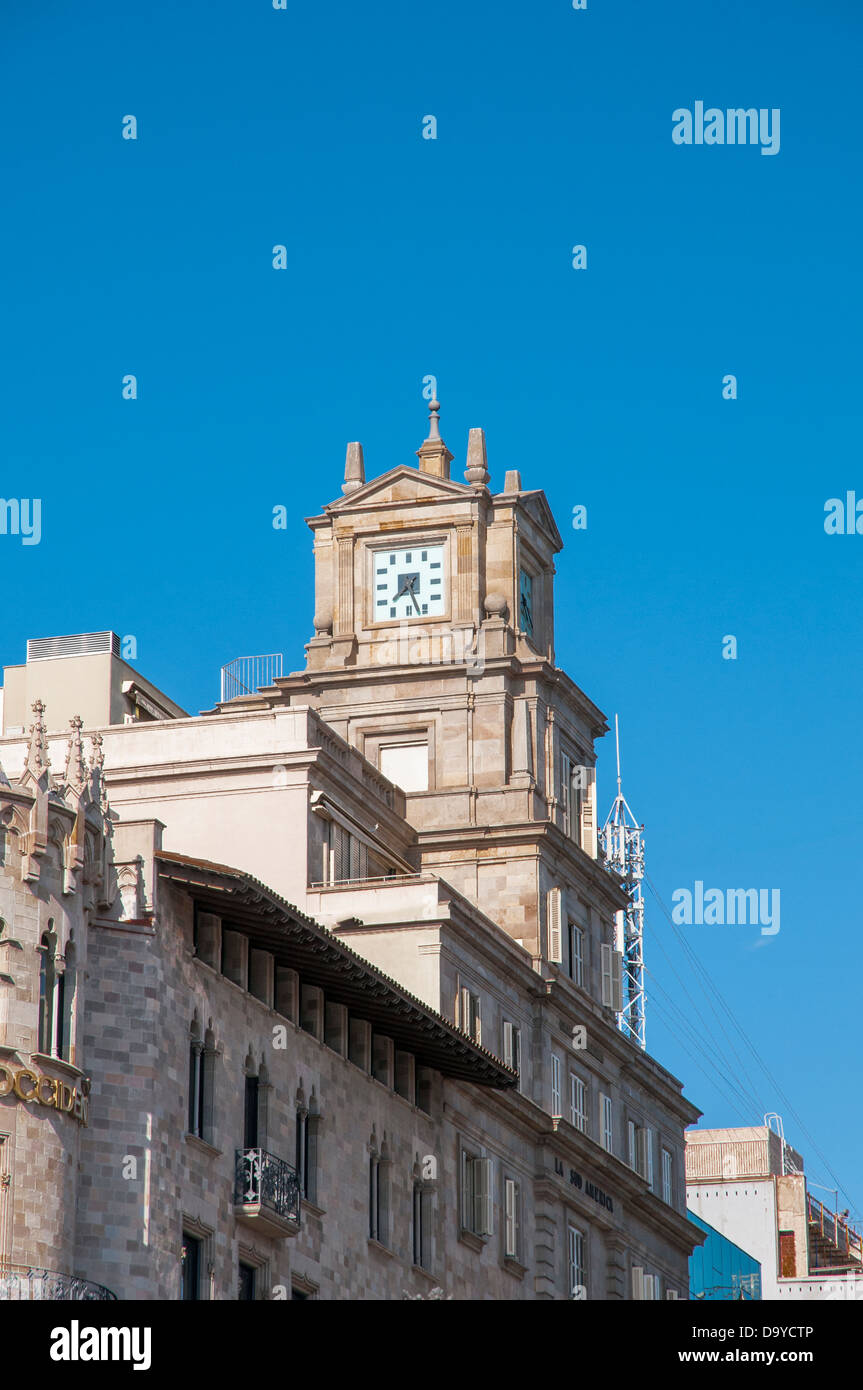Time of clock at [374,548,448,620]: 7:27
